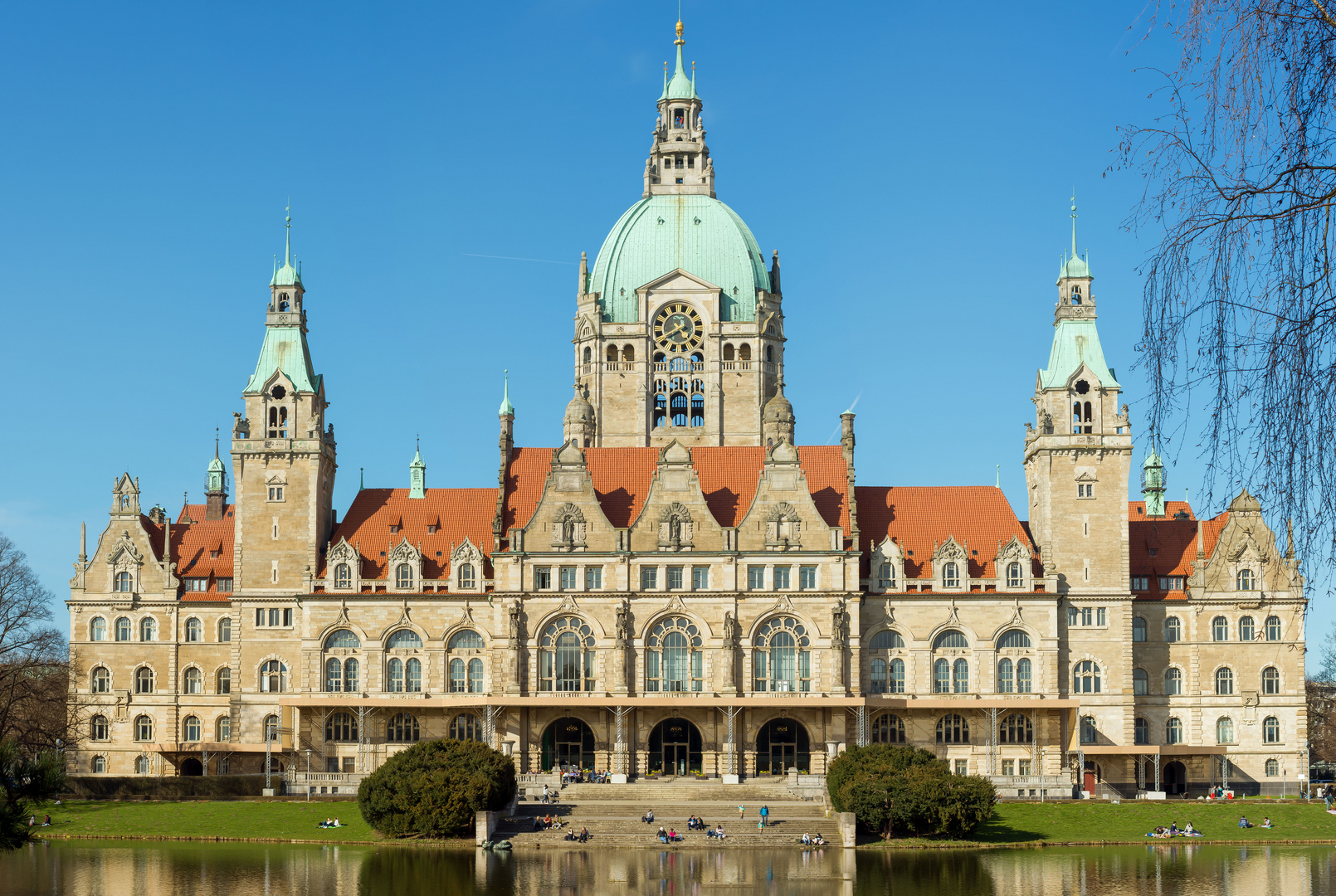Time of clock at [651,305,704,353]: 4:40
